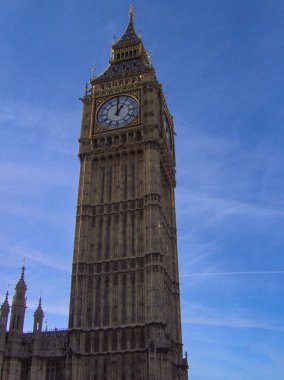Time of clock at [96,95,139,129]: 1:00
